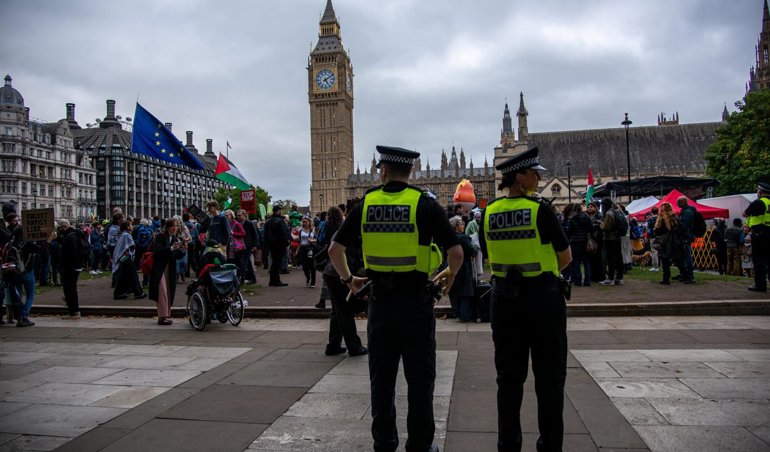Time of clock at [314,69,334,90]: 5:09
